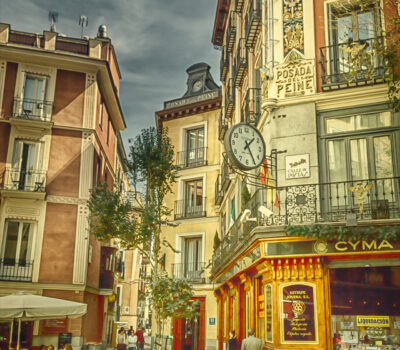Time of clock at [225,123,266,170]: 1:24
